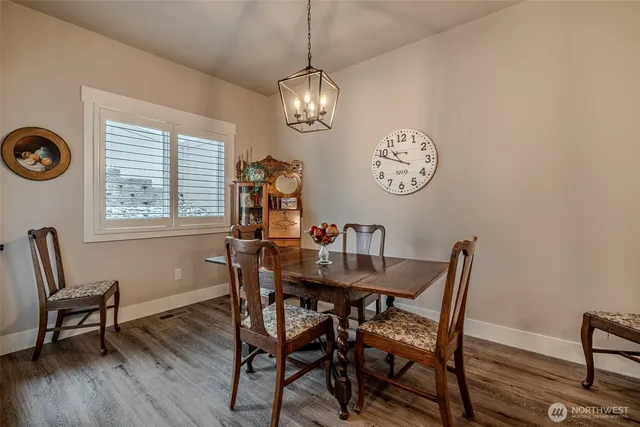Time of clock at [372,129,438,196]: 10:48
